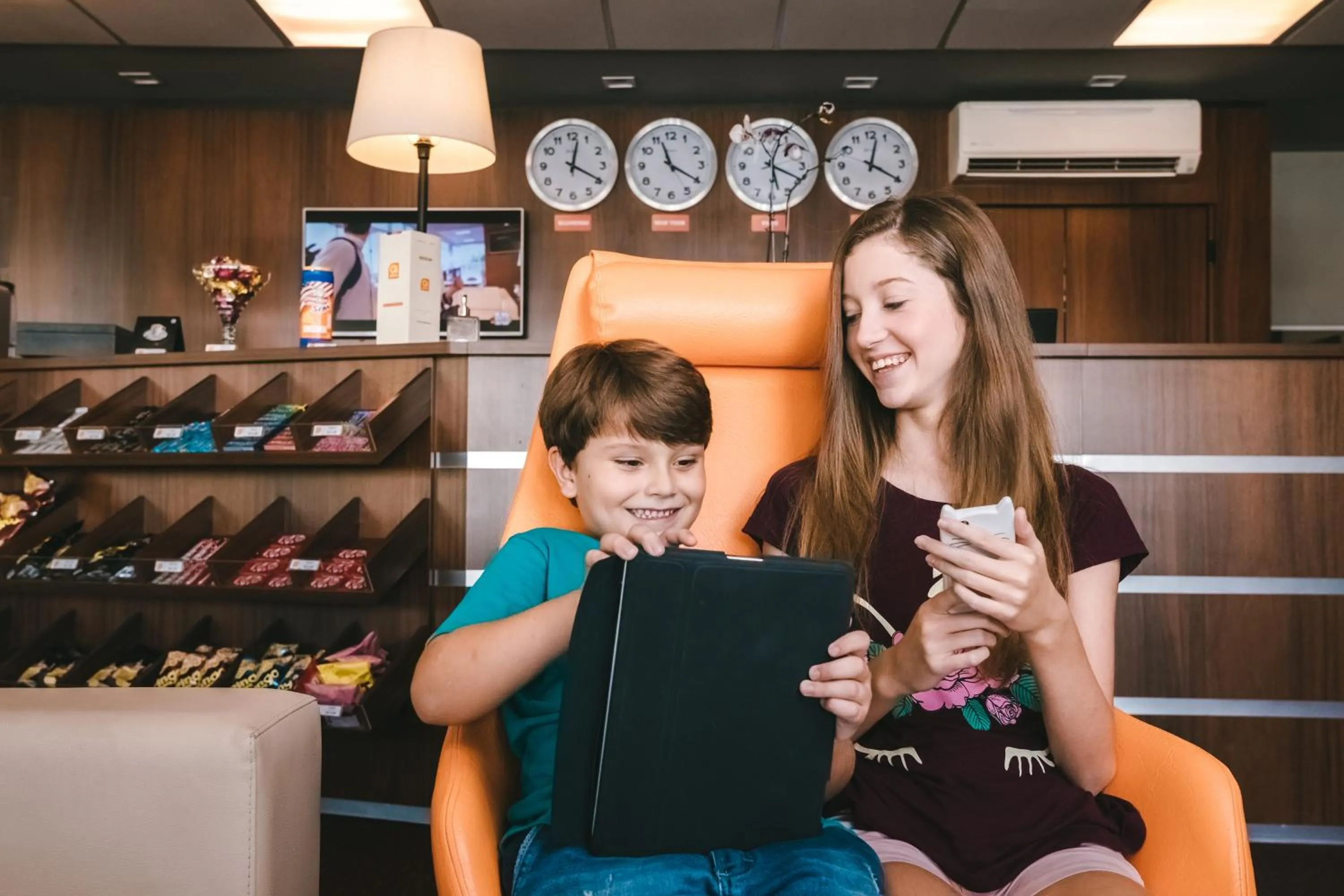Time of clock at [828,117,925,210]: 12:20
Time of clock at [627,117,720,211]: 11:20
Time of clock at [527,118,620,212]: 12:19
